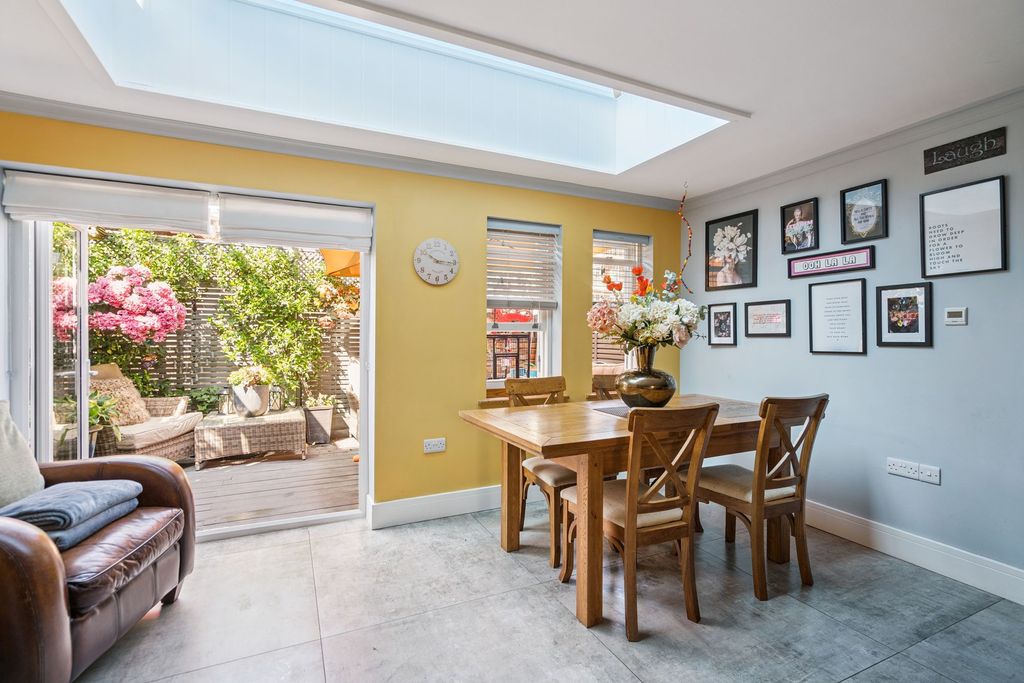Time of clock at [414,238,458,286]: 10:15
